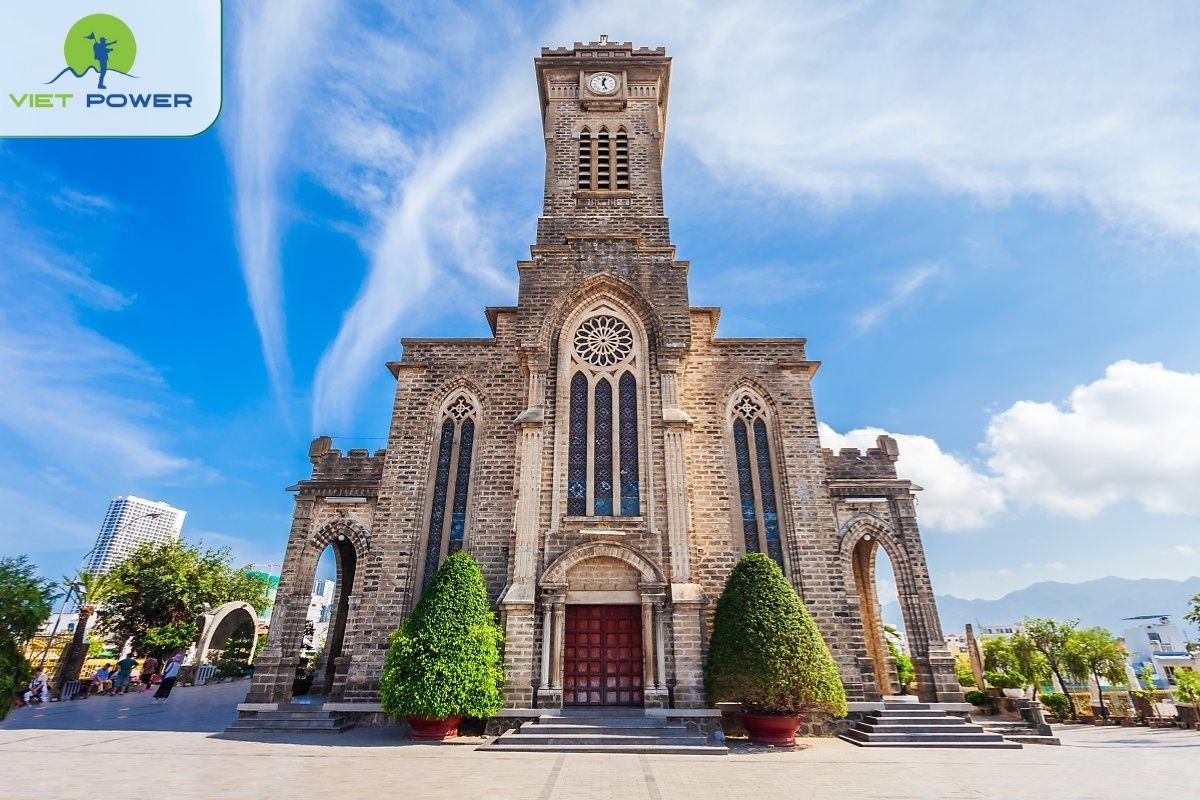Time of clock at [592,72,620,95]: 12:26
